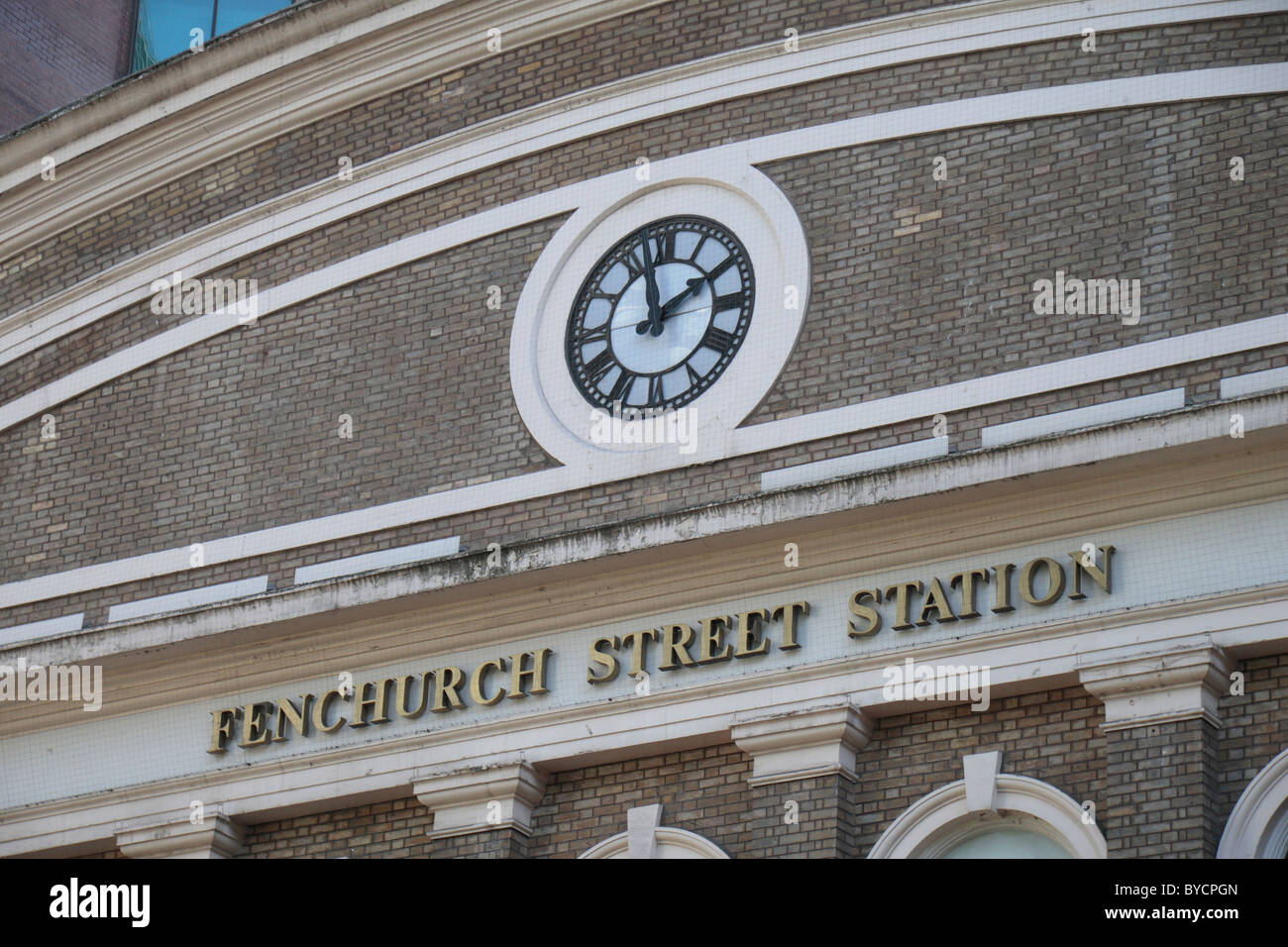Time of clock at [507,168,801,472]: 1:57
